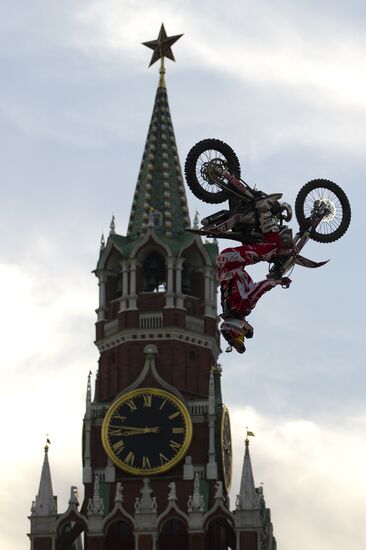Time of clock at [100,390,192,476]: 8:46
